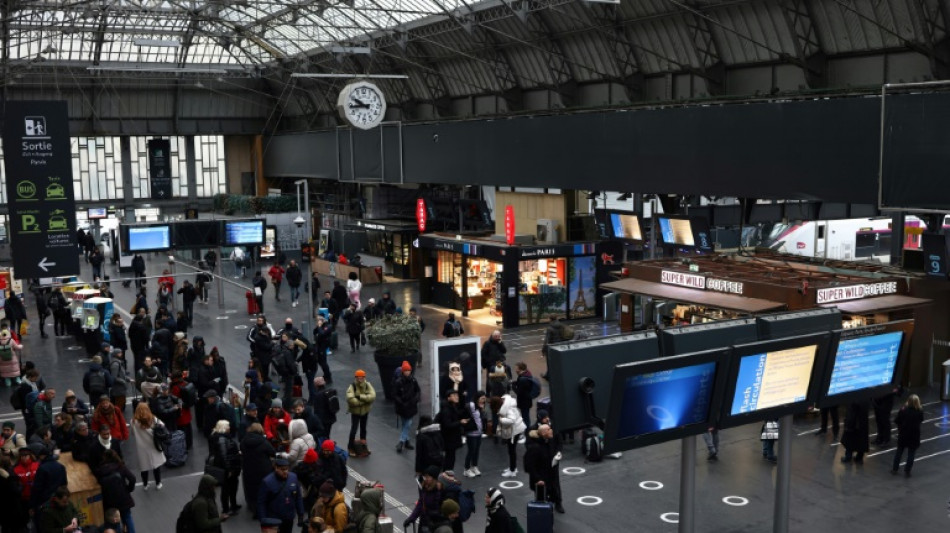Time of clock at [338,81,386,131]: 9:43
